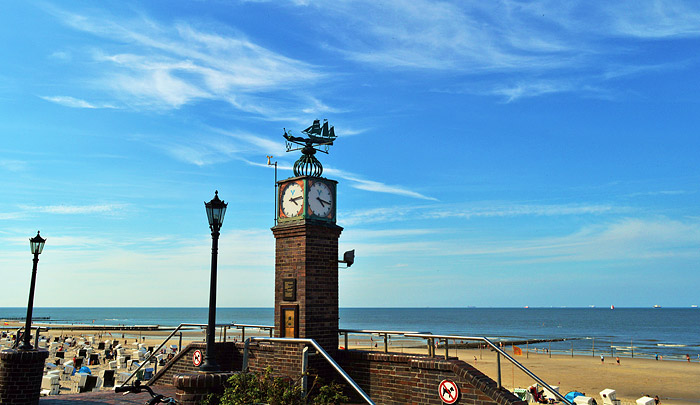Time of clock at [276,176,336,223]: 4:16
